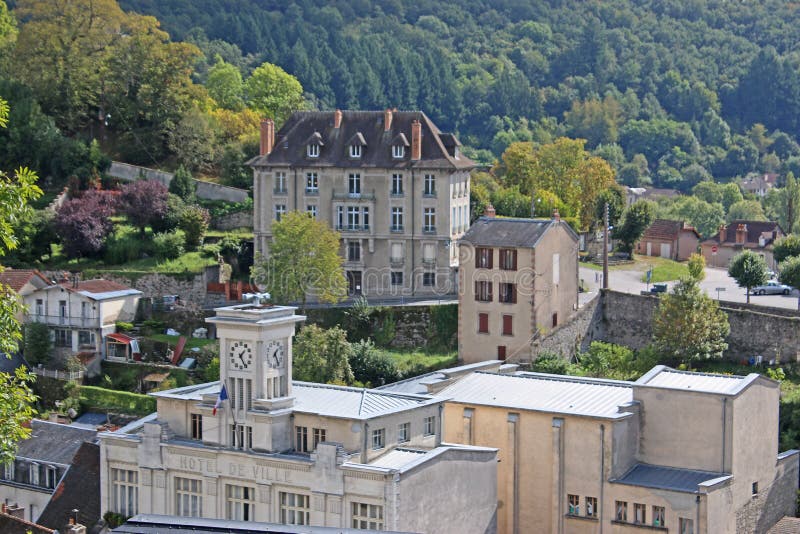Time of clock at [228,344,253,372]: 1:25
